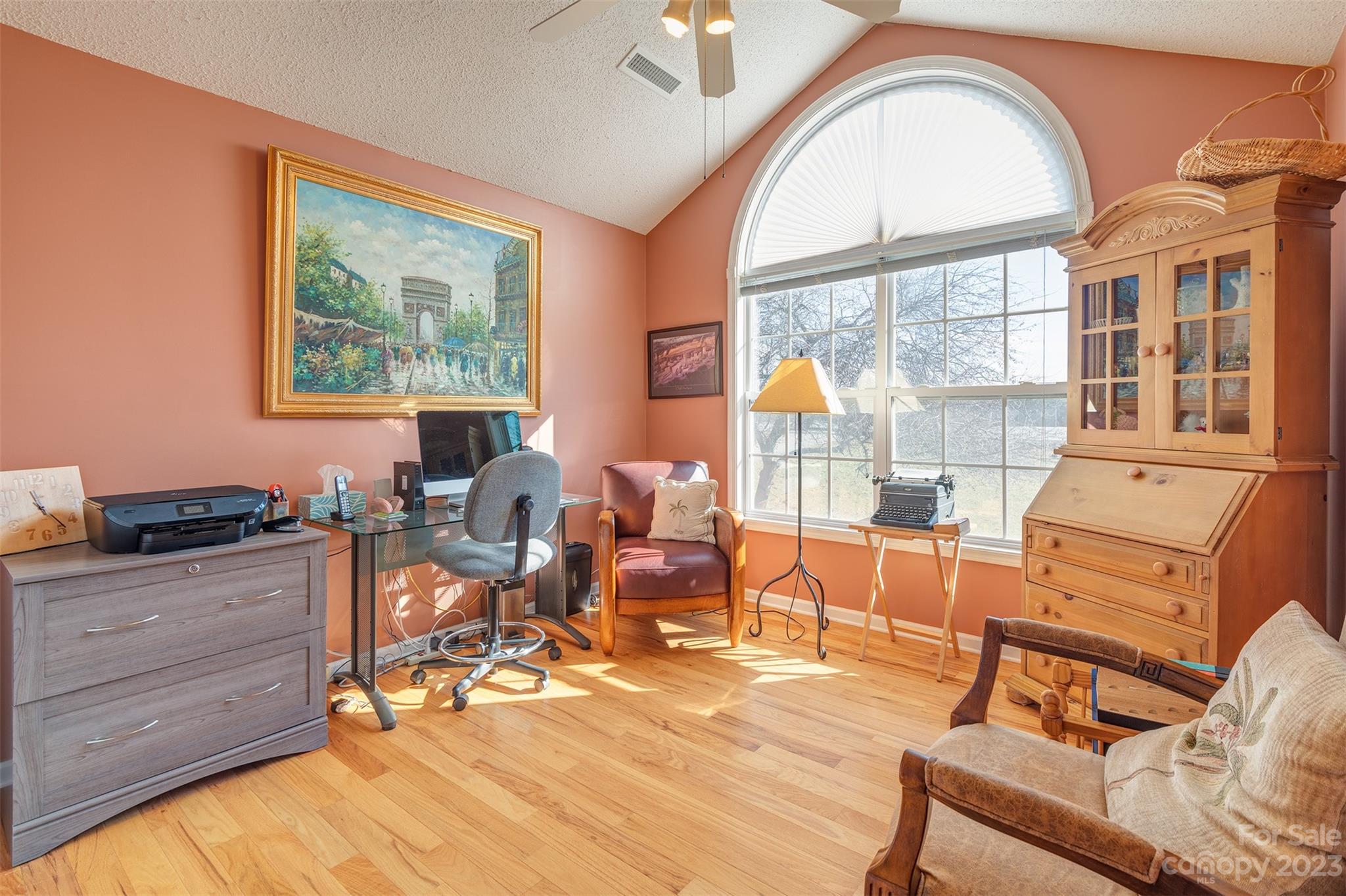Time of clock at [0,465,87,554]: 11:23
